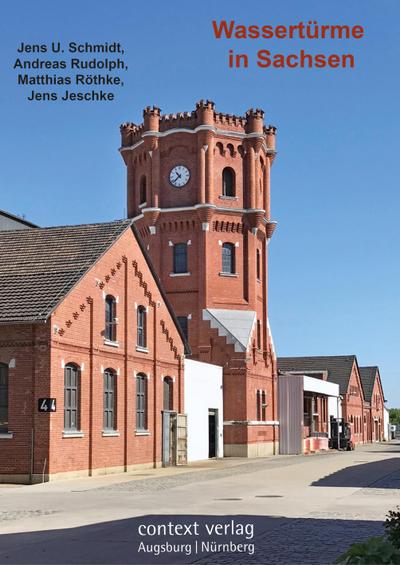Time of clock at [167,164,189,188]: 10:38
